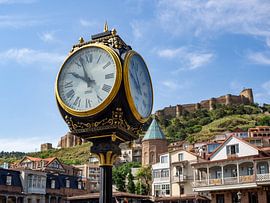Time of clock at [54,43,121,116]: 9:57
